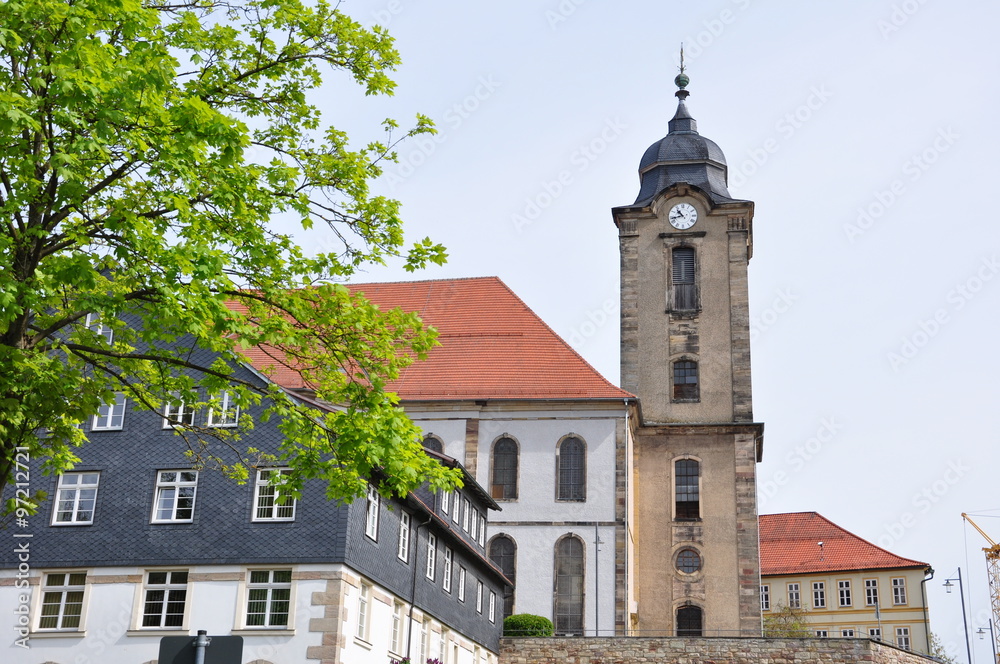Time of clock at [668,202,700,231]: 10:42
